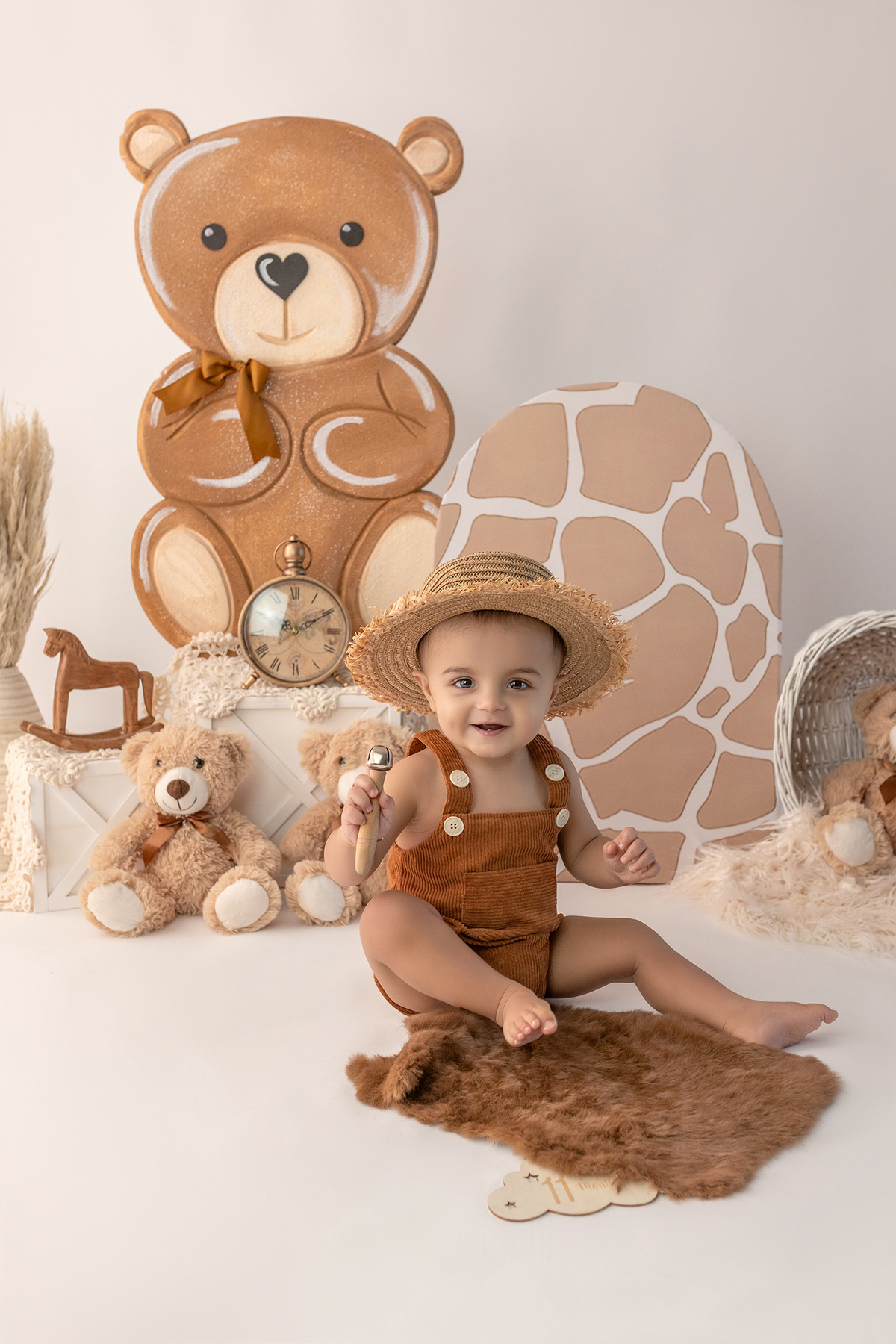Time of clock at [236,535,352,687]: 2:10
